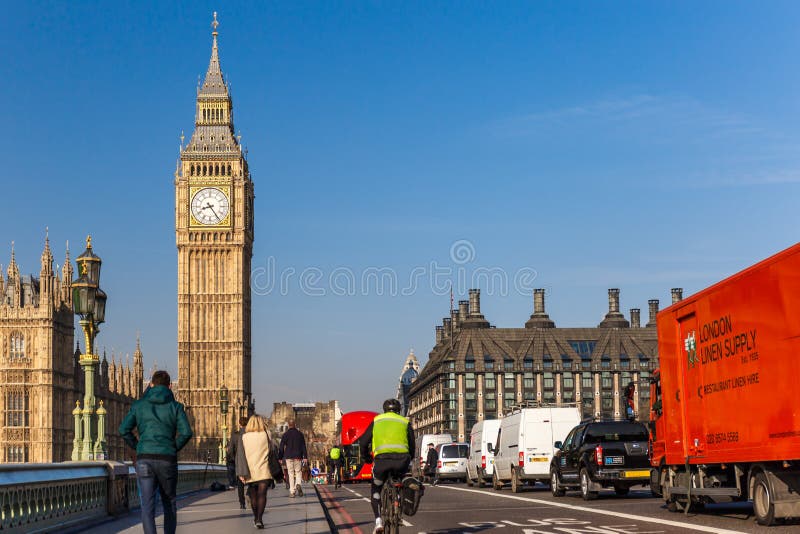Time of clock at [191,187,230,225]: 8:24
